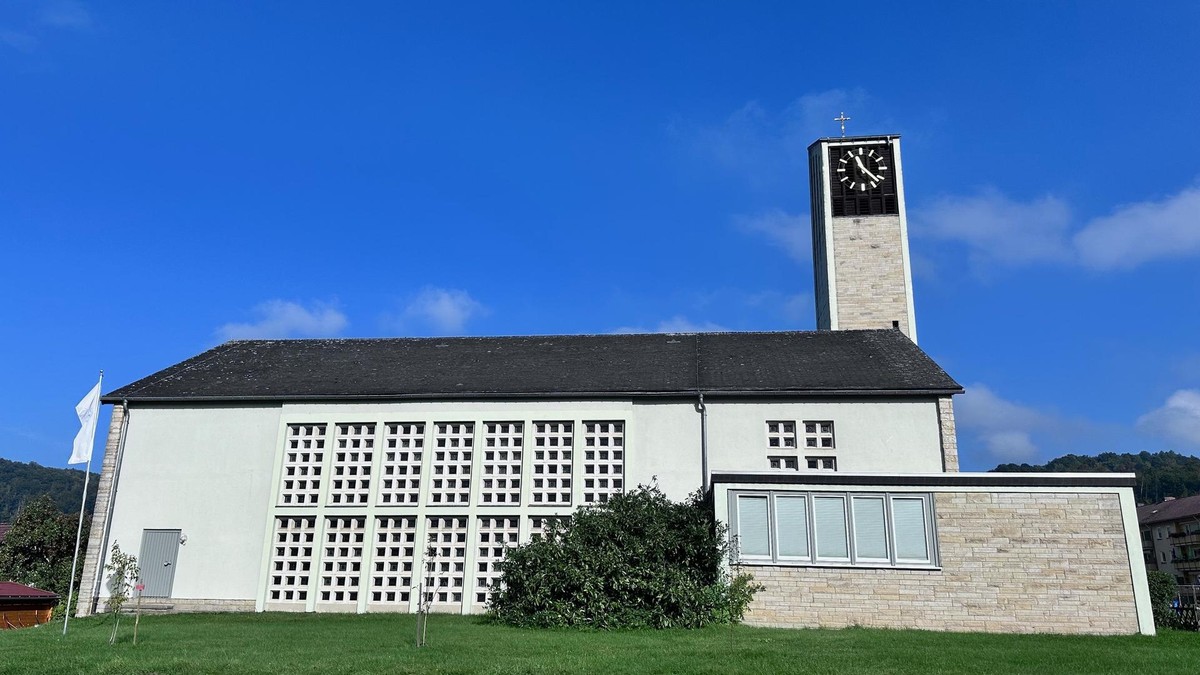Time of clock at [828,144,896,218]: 11:22
